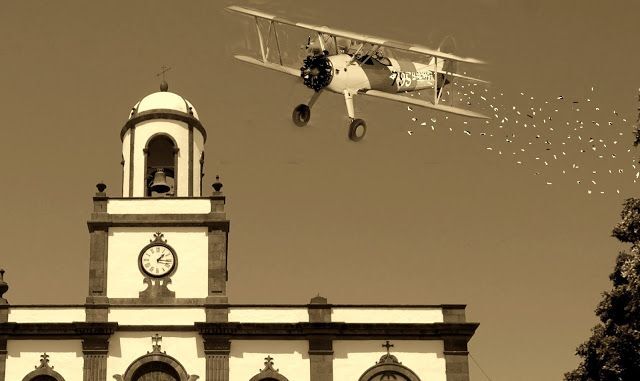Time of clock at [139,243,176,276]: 1:16
